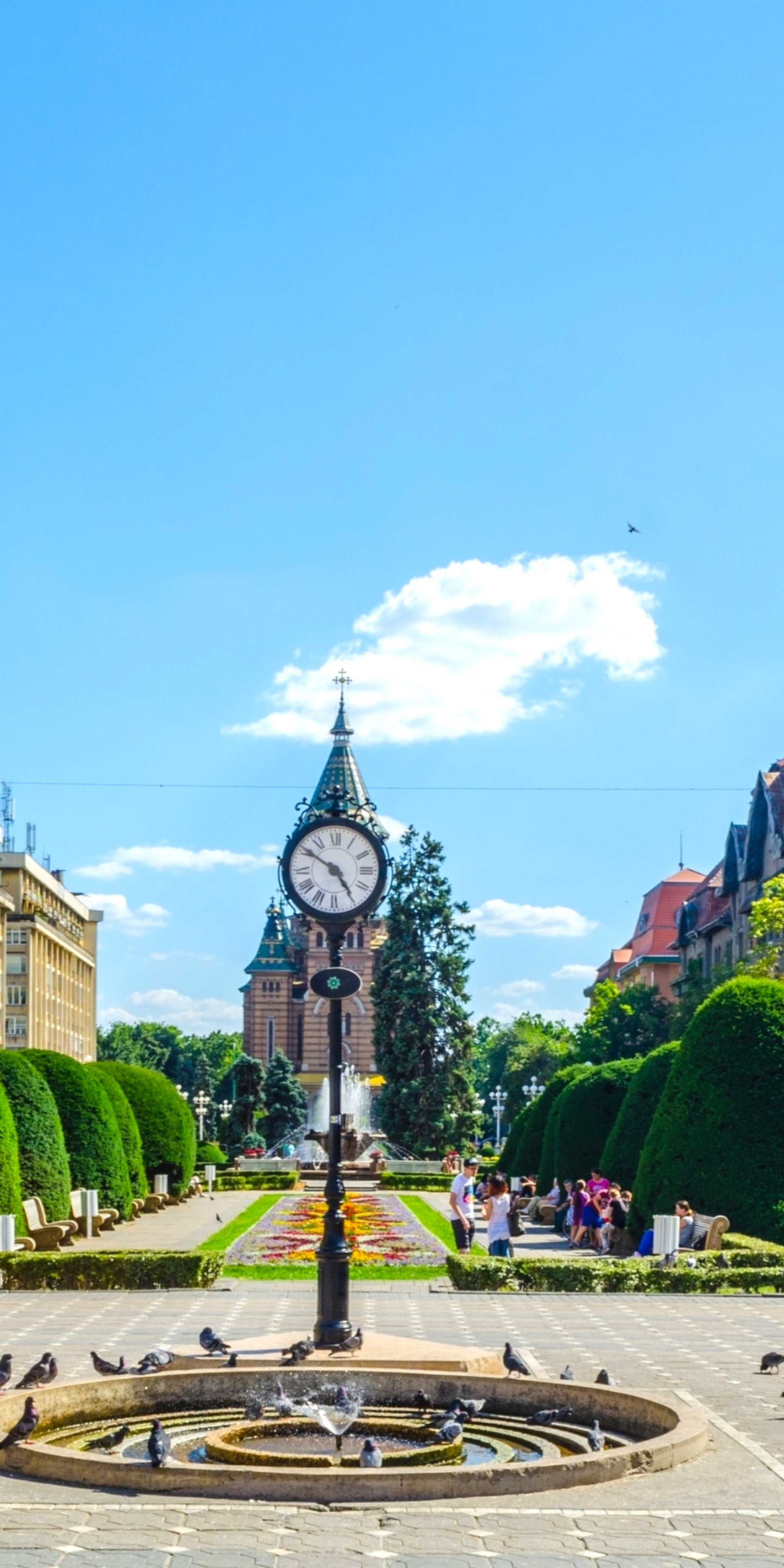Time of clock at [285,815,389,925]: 4:50
